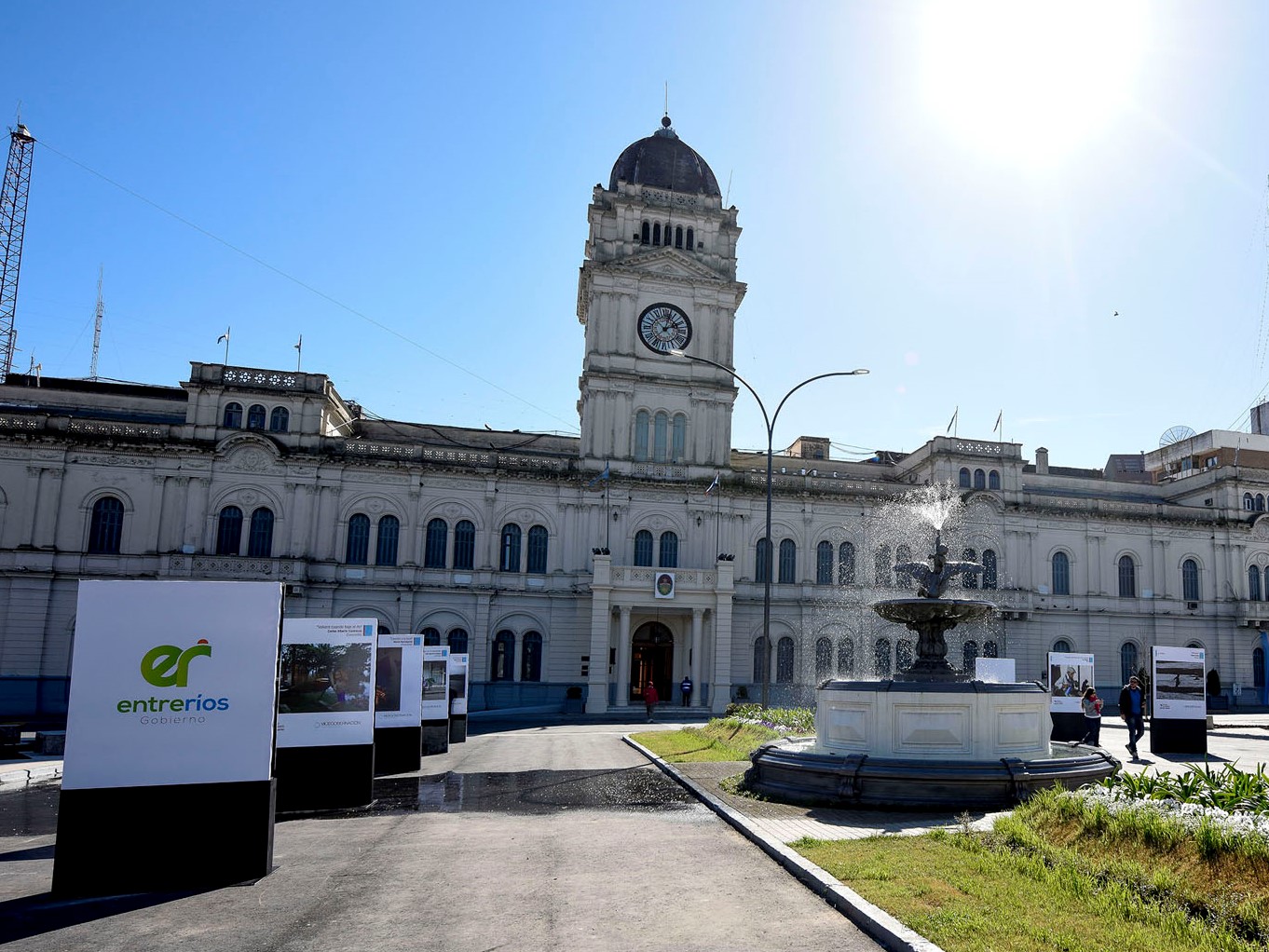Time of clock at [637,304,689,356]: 2:02
